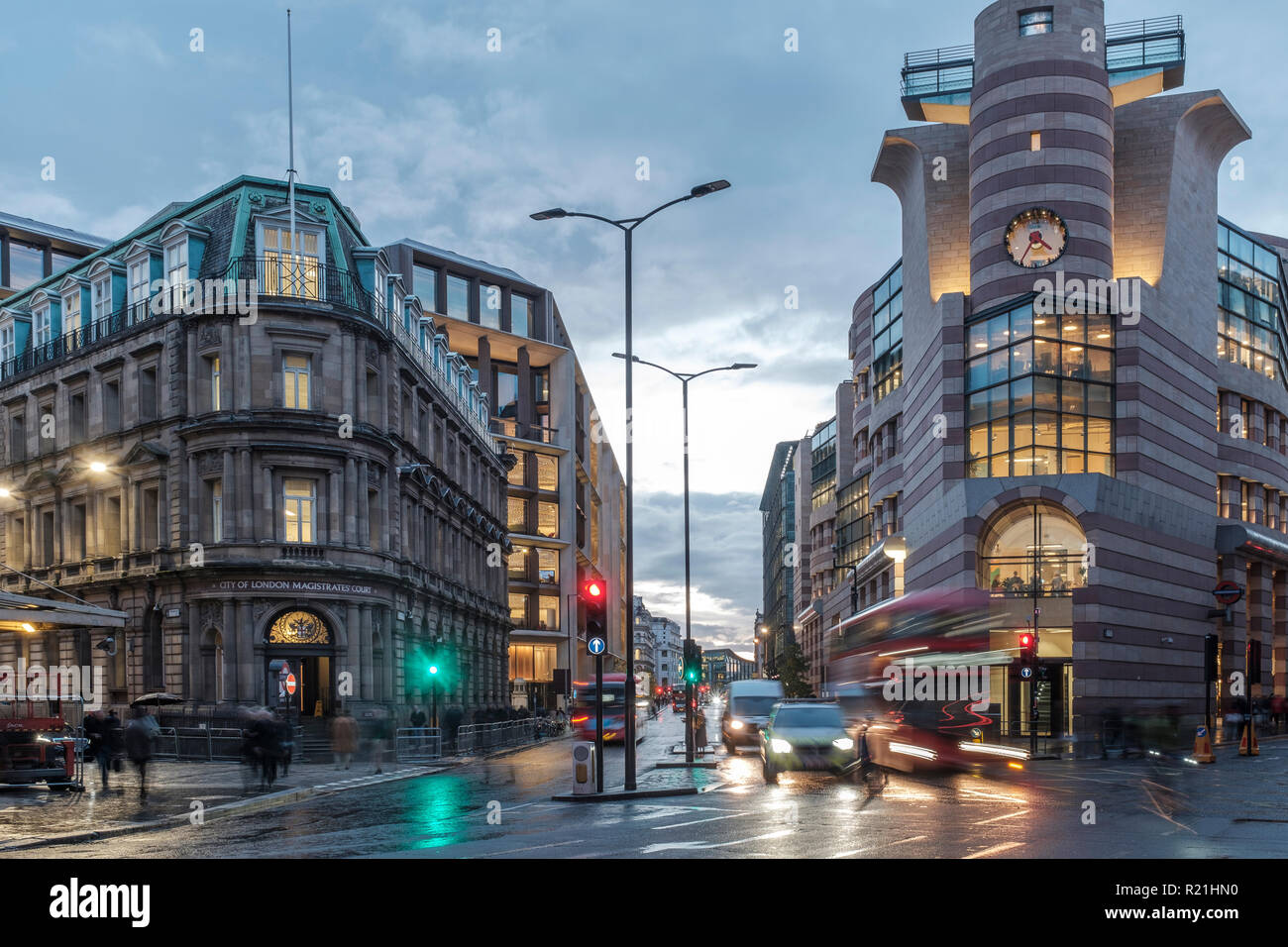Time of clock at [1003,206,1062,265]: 4:35
